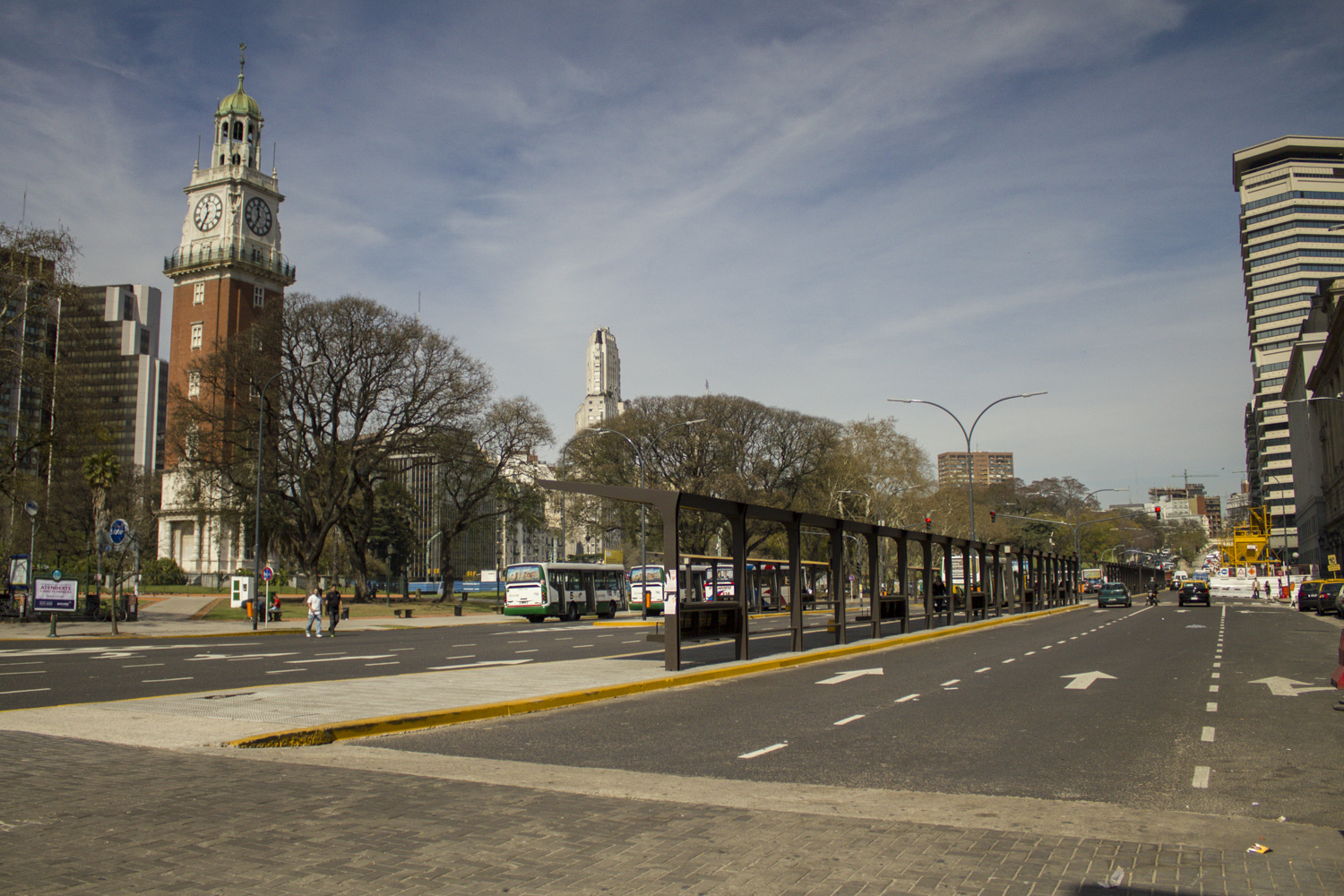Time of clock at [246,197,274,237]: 11:35
